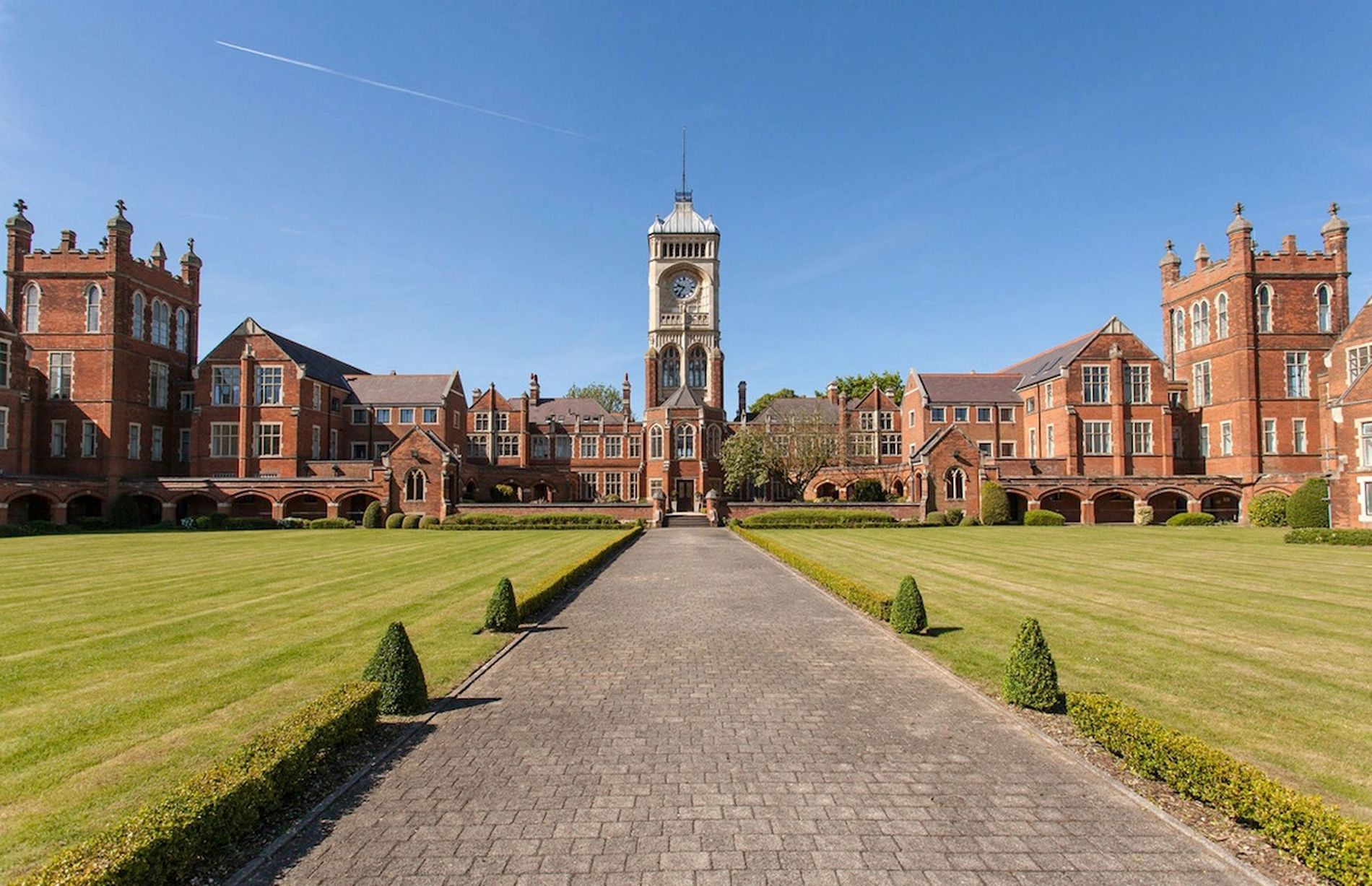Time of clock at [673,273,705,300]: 9:36
